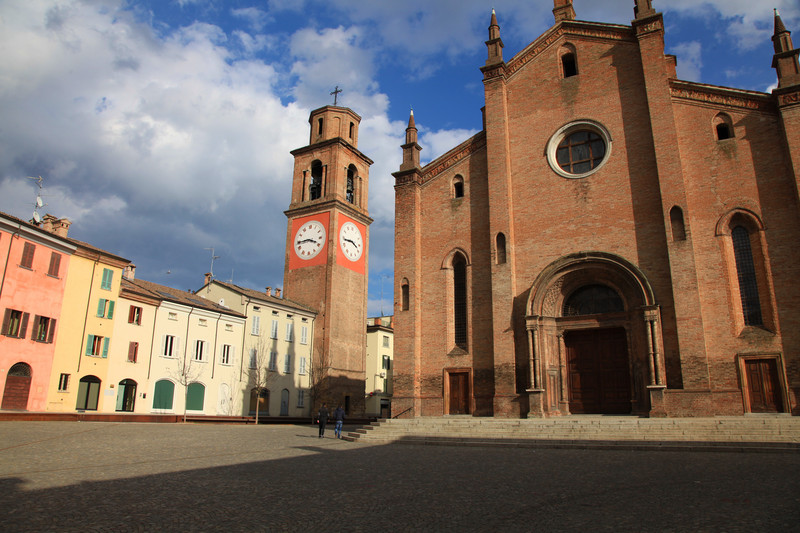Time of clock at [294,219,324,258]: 3:44
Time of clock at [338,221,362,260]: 3:43
